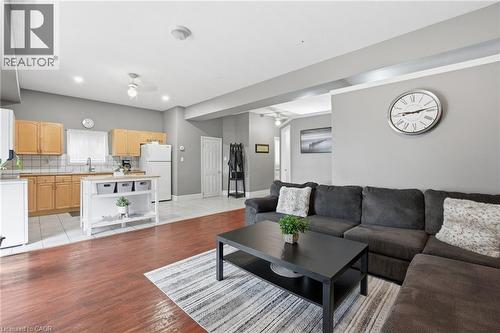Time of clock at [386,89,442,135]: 9:13
